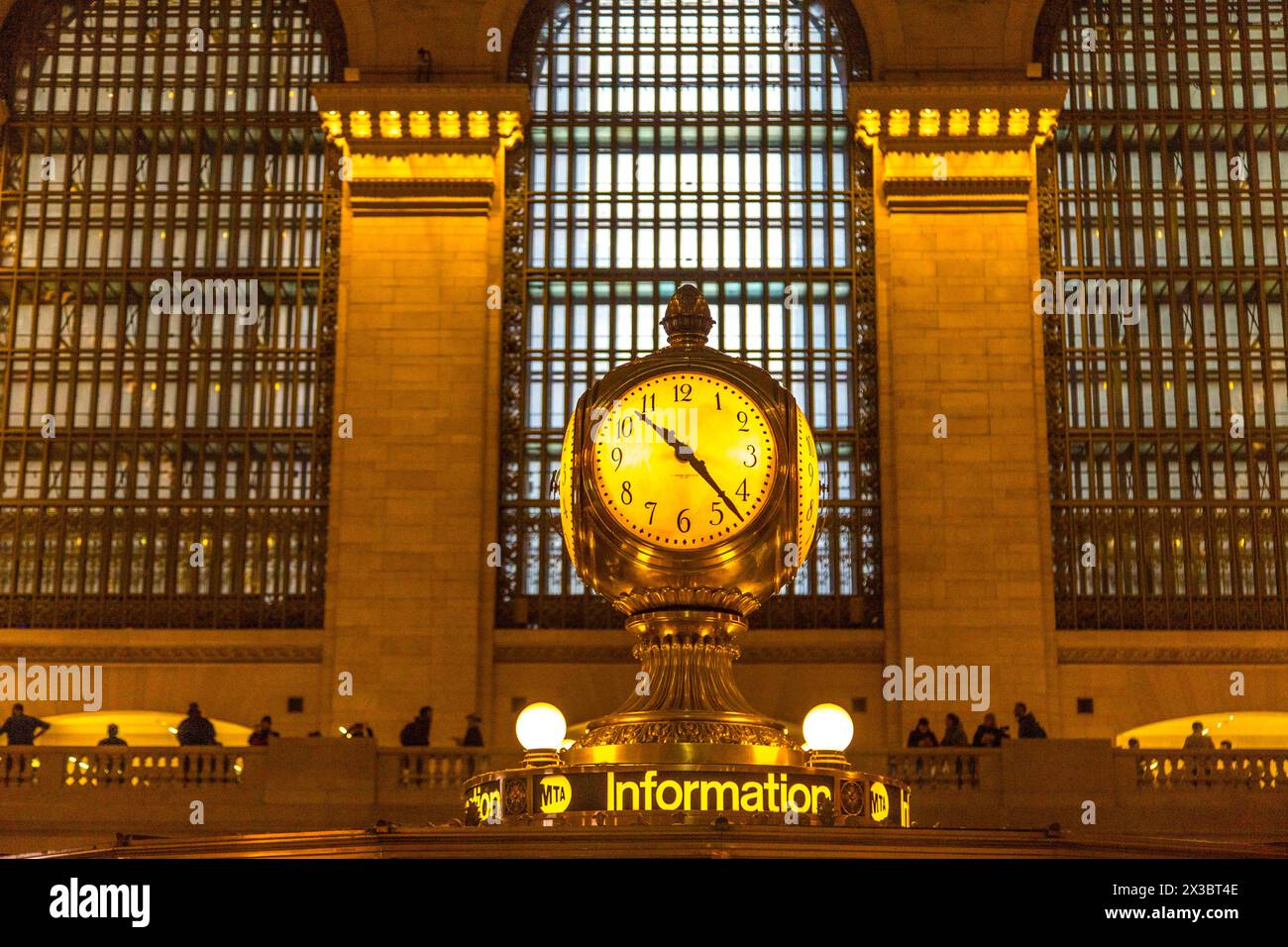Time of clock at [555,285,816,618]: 10:22
